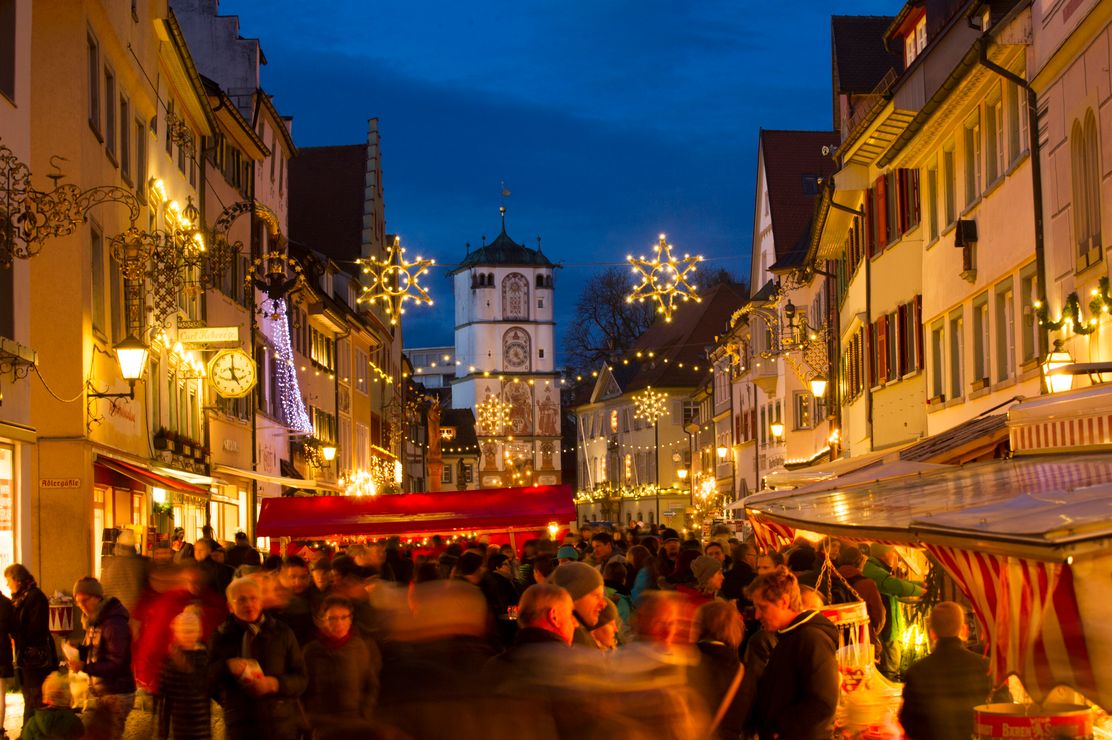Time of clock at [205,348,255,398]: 5:00
